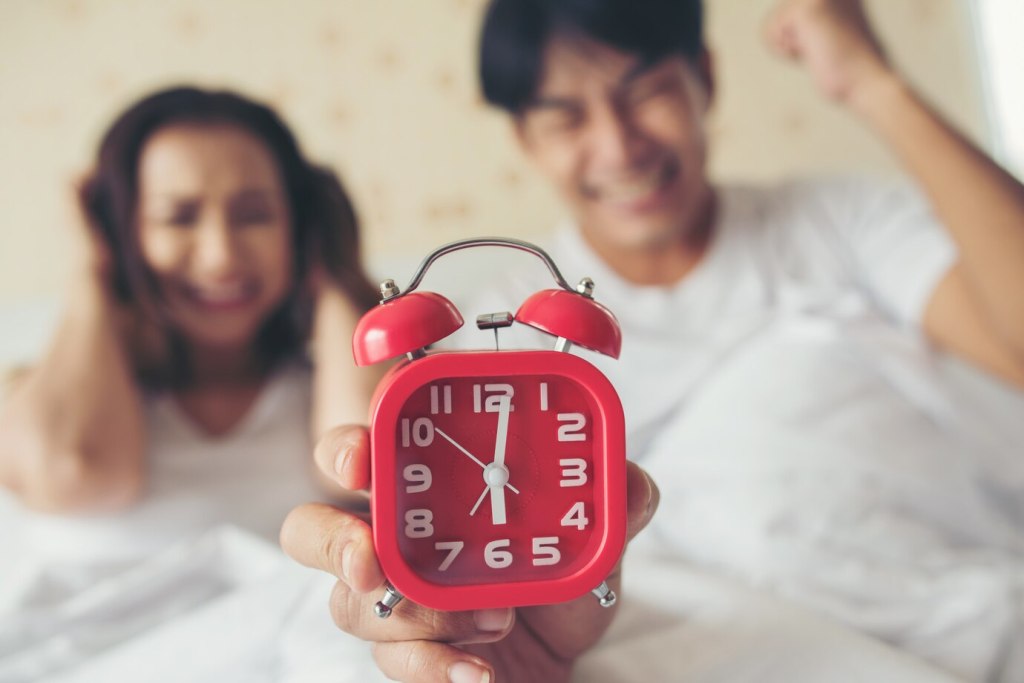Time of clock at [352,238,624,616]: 6:01
